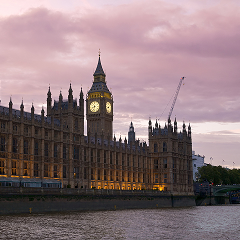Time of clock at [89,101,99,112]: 8:32
